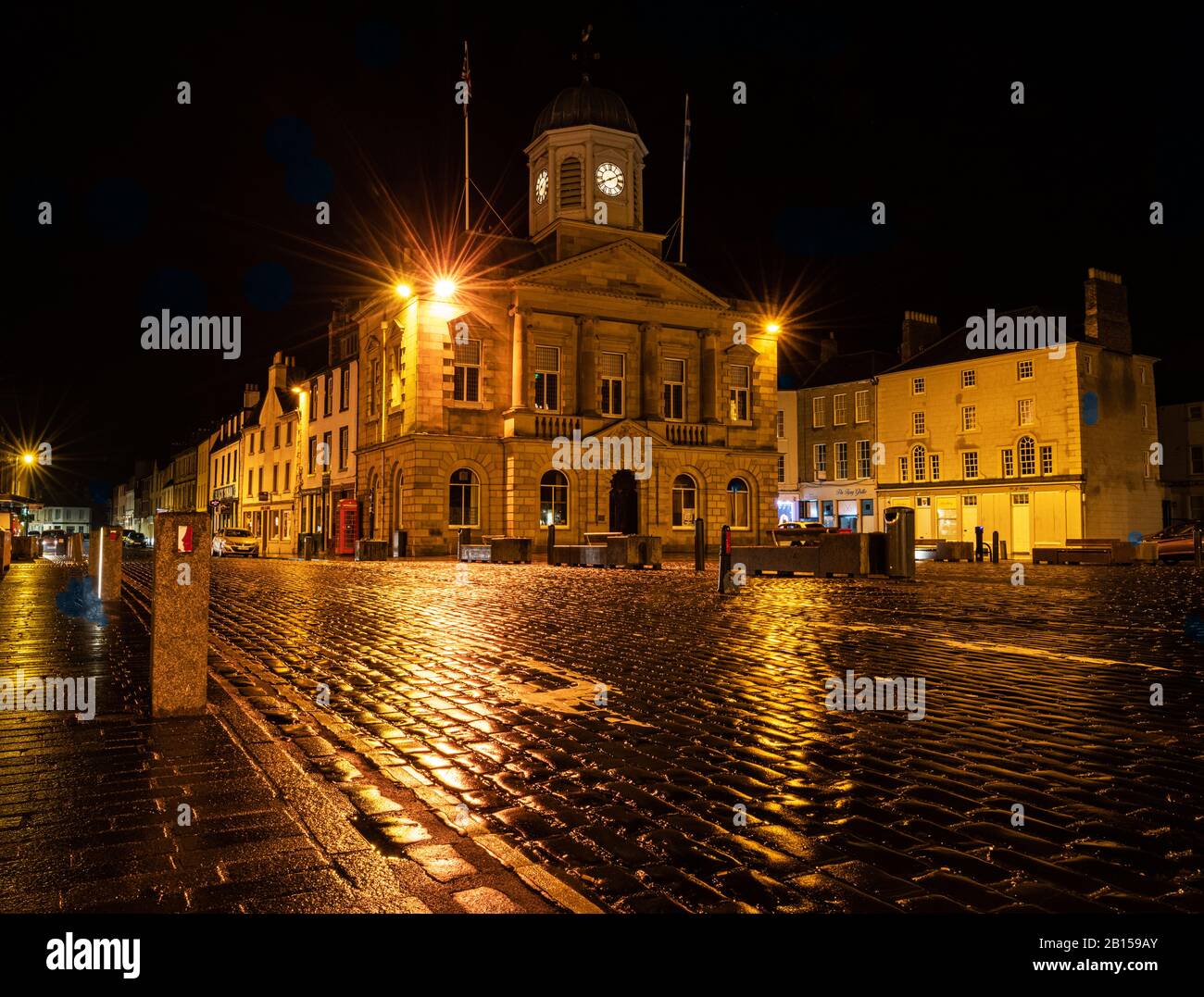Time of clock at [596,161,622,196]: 8:10
